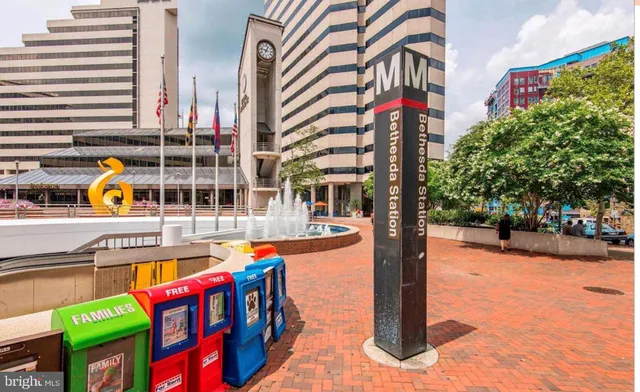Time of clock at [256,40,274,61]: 12:46
